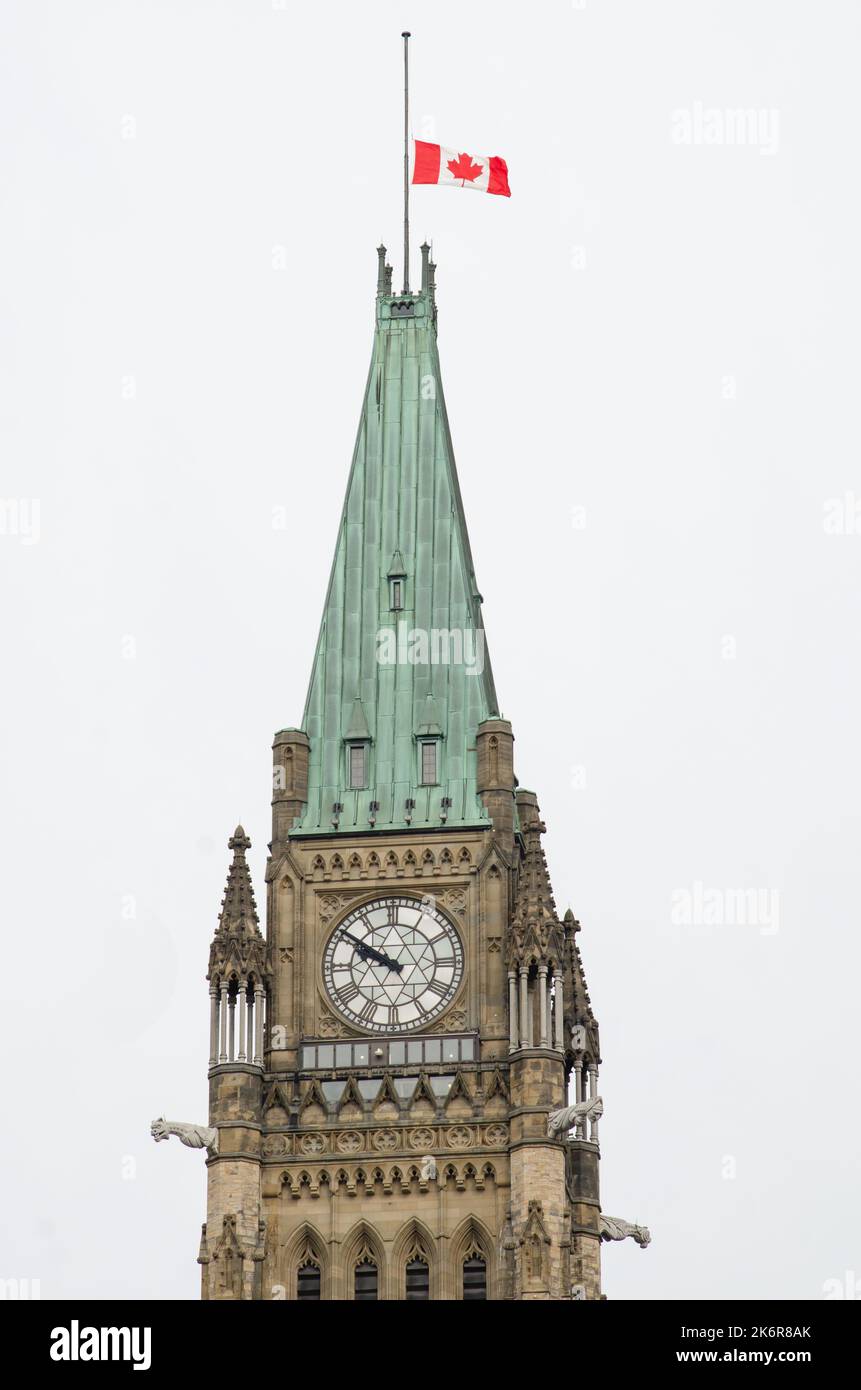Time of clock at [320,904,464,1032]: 9:50
